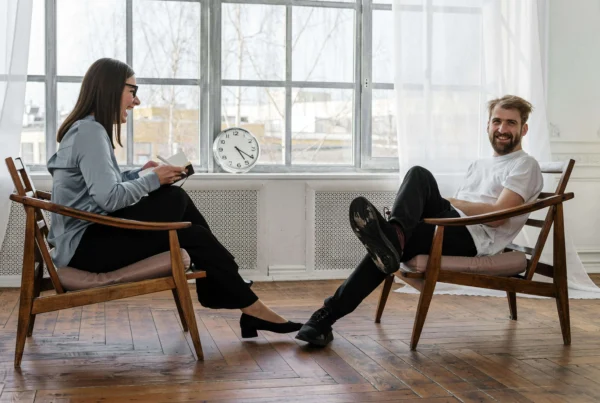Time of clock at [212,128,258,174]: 5:20
